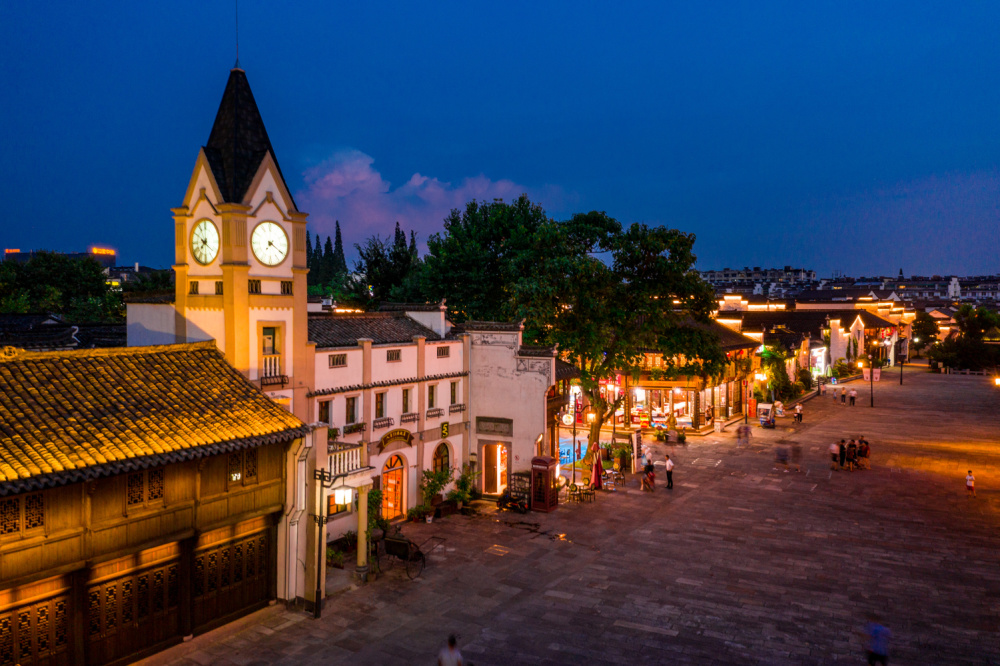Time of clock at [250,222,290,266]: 7:20
